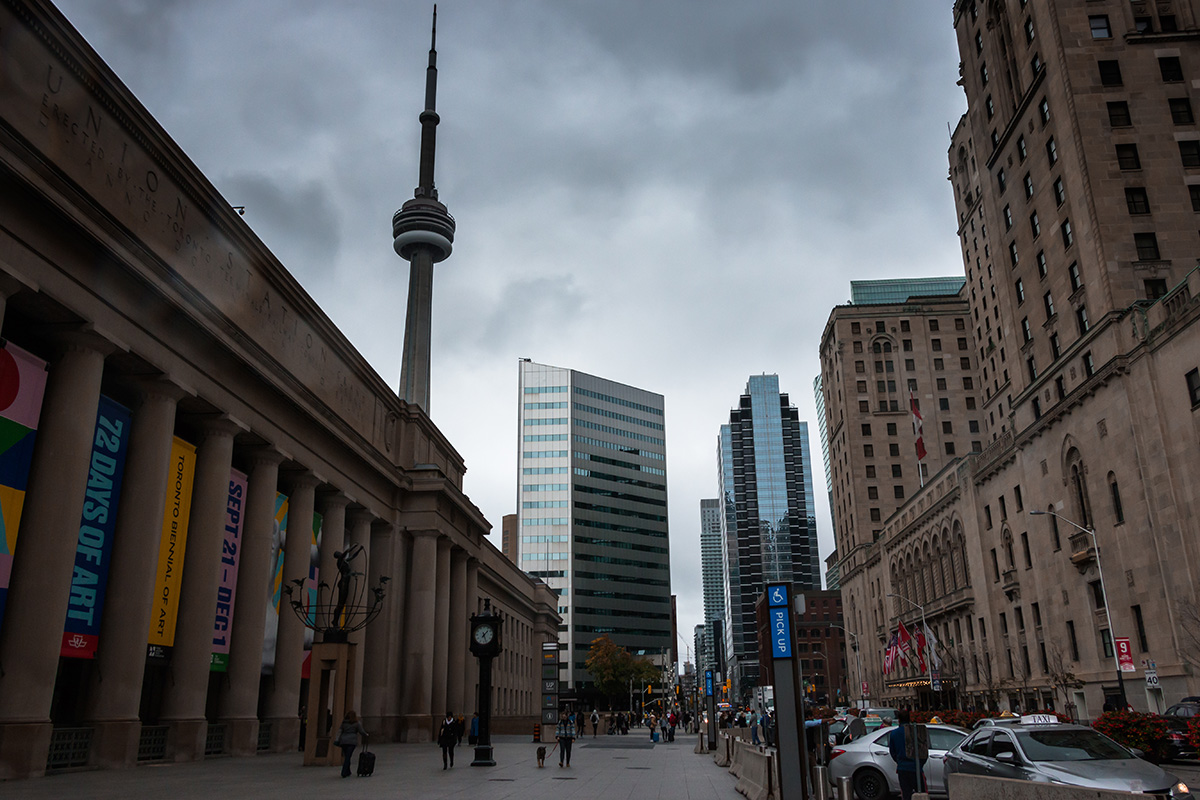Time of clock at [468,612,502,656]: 1:26
